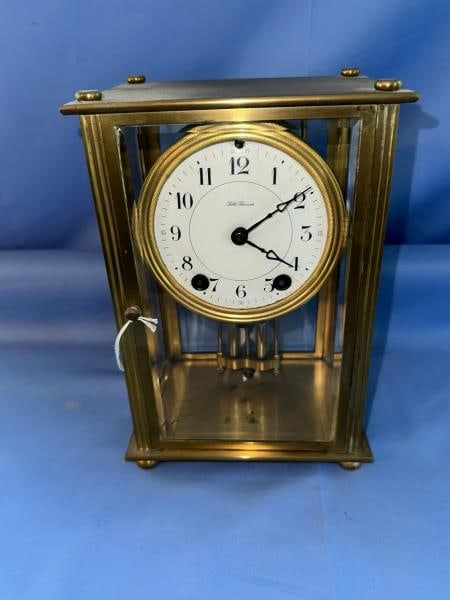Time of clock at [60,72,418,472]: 4:09
